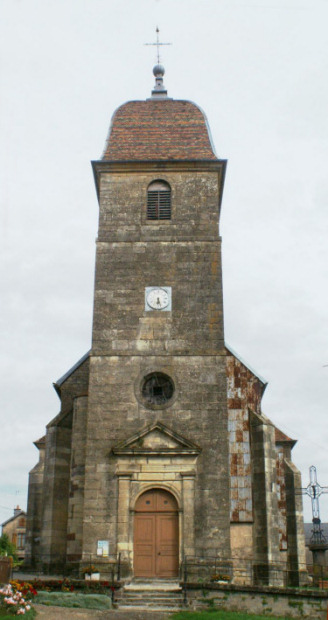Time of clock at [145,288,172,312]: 6:27
